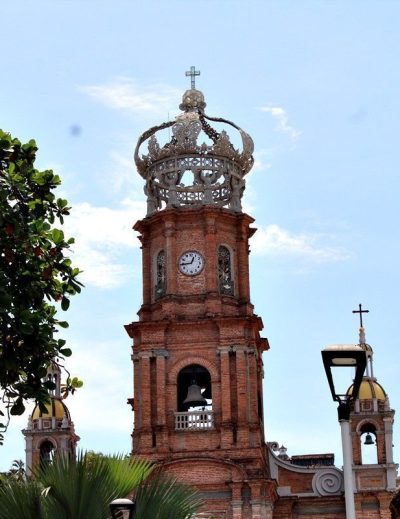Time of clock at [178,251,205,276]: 12:44
